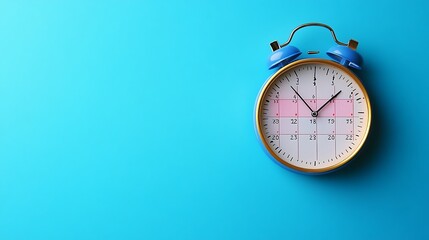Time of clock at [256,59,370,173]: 1:53
